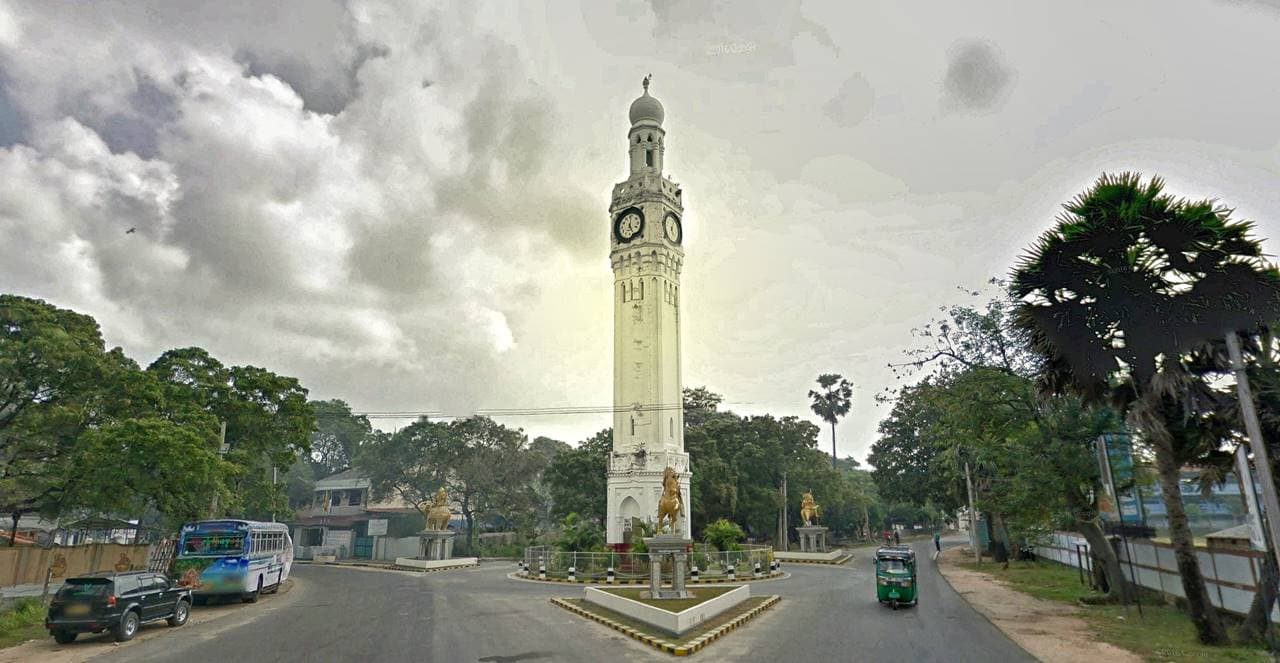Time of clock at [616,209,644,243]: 12:26
